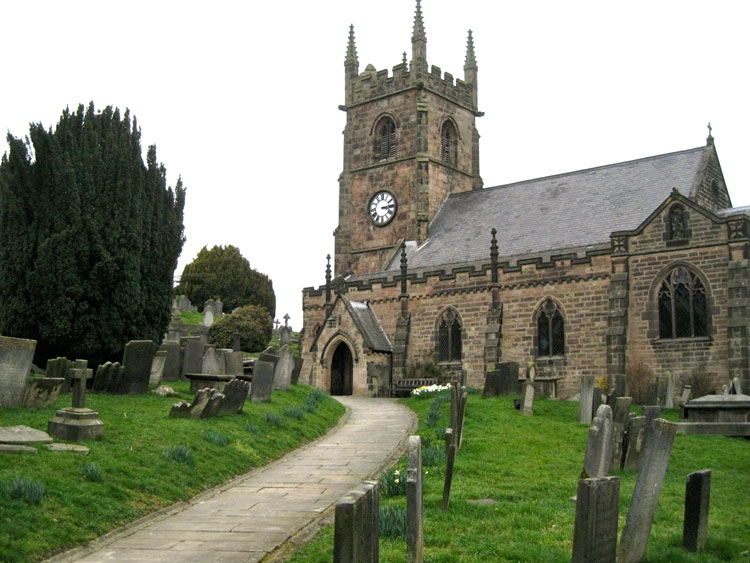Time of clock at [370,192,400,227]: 3:13
